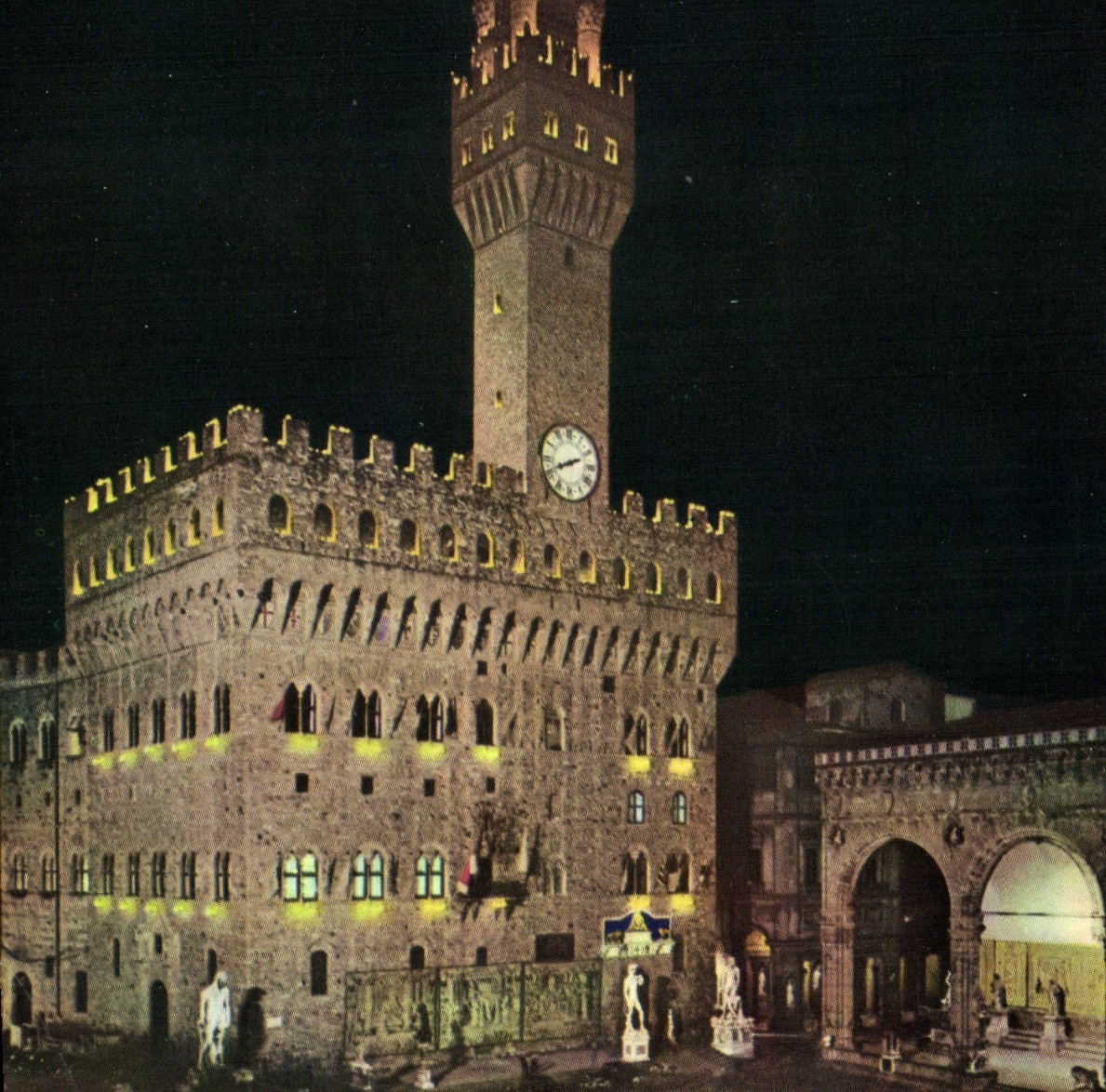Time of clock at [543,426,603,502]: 8:11
